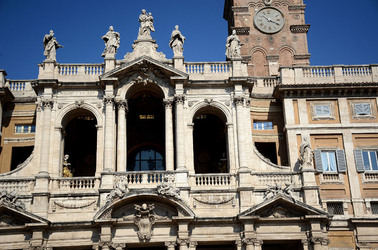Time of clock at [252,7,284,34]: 3:52
